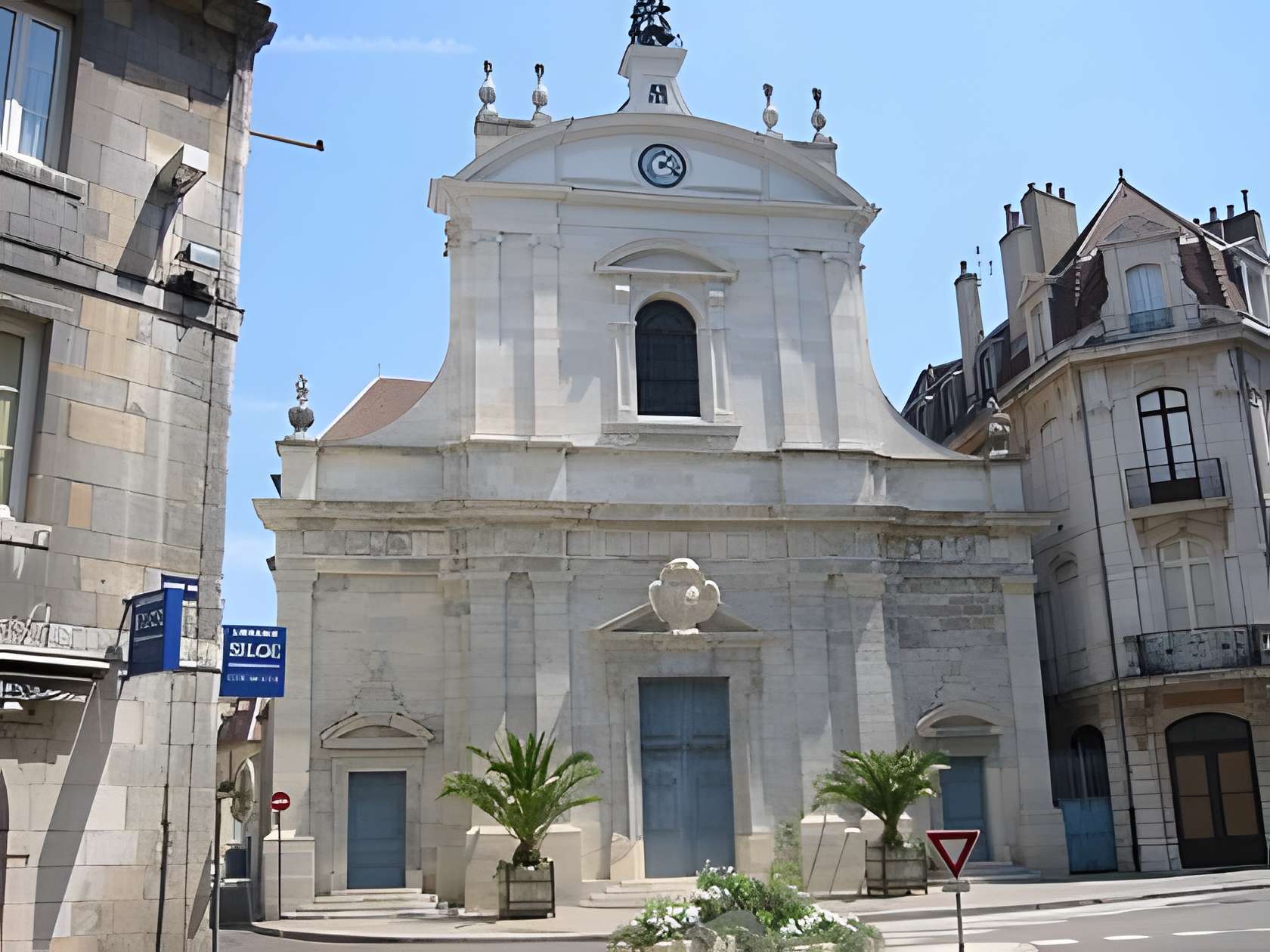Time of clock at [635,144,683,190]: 1:20
